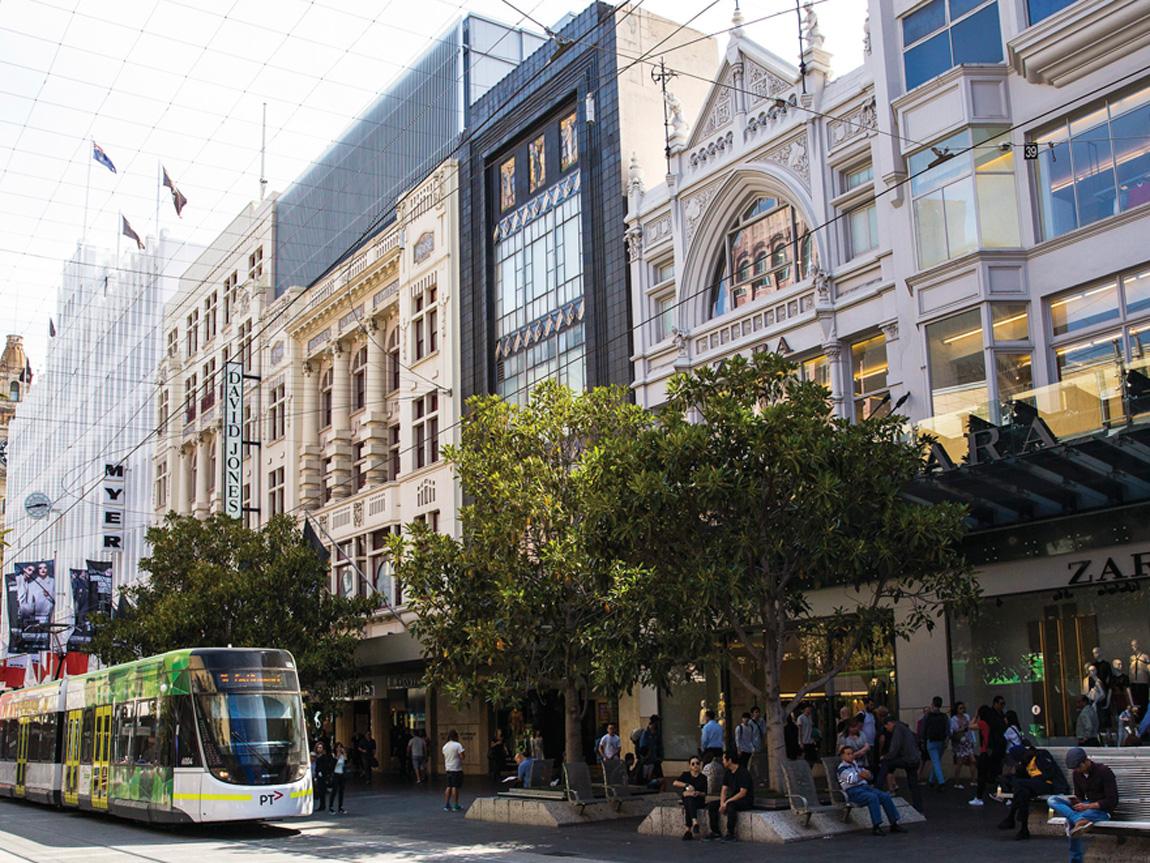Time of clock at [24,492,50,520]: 2:42
